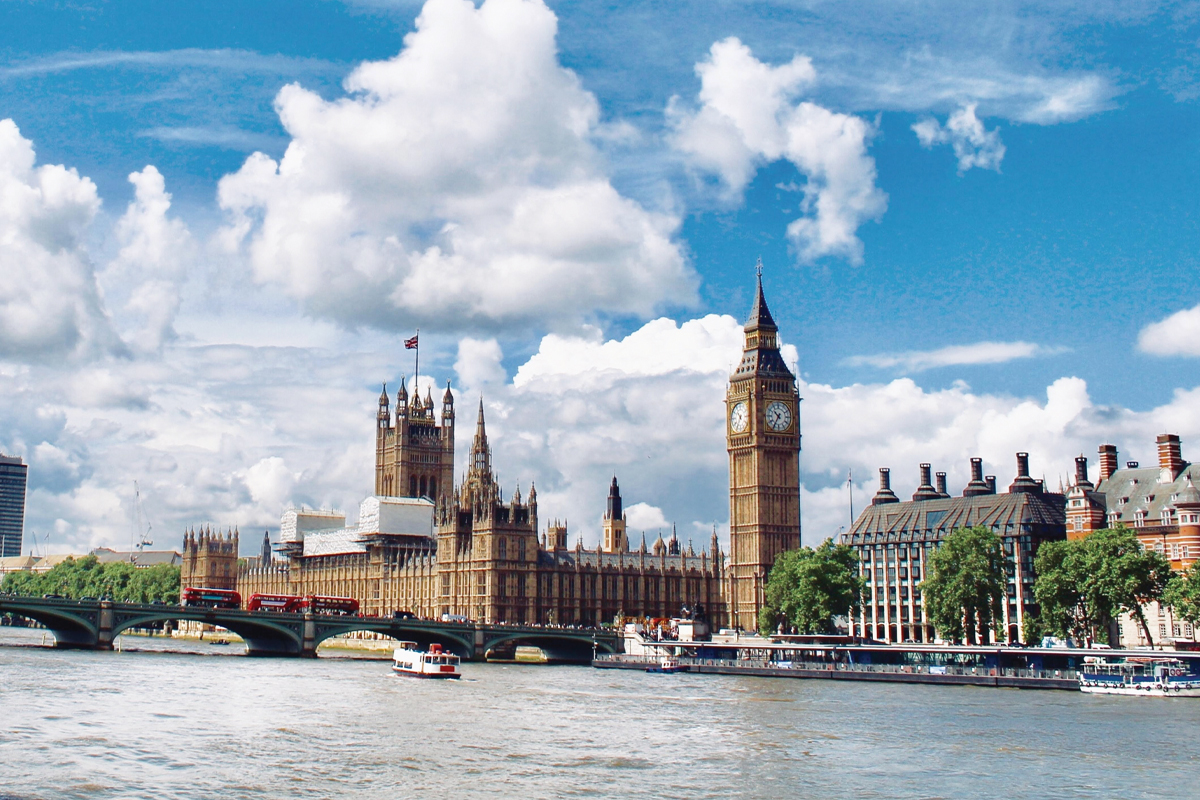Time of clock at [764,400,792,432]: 10:35
